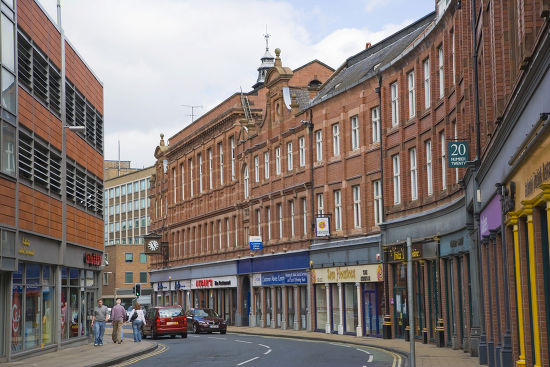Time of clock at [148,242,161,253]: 11:24
